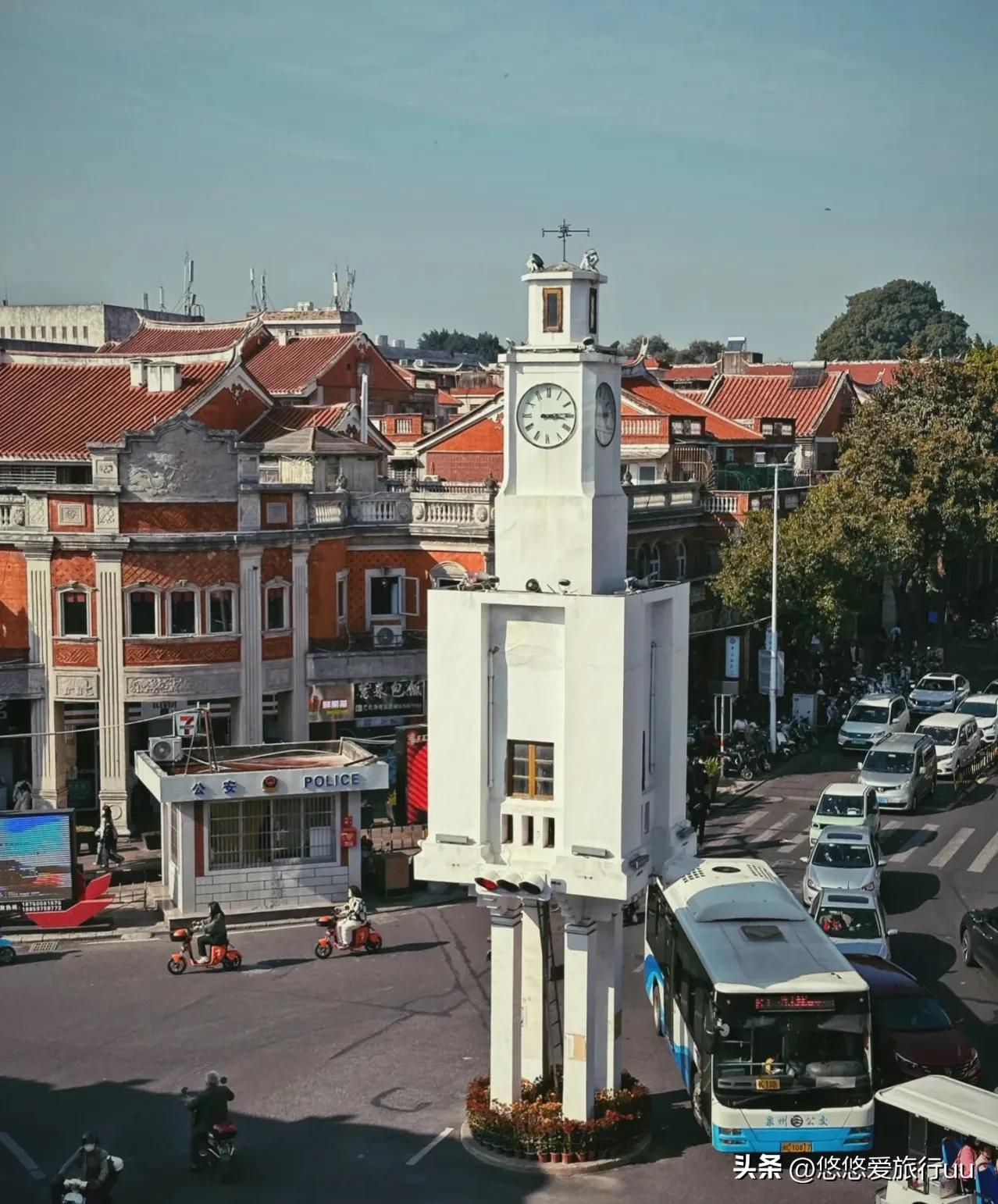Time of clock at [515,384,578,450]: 3:13
